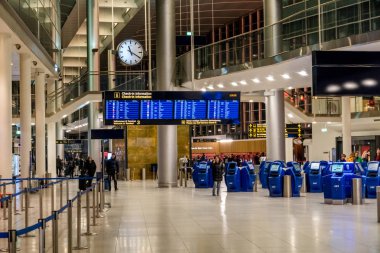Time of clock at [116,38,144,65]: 11:19
